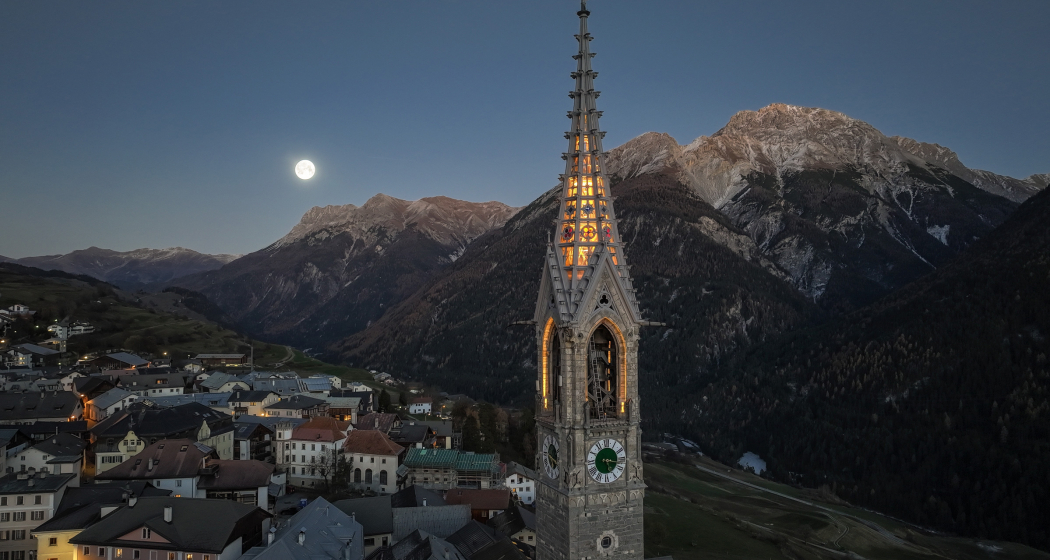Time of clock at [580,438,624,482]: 5:16
